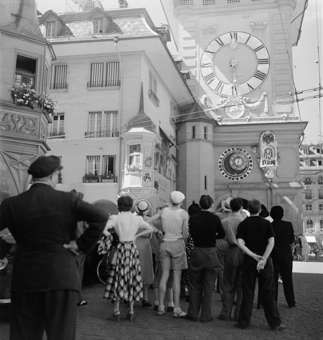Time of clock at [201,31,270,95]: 6:00
